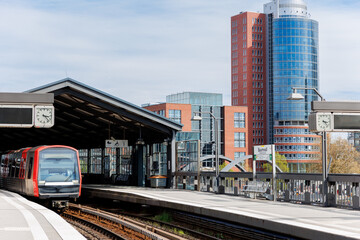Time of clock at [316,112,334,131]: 3:22
